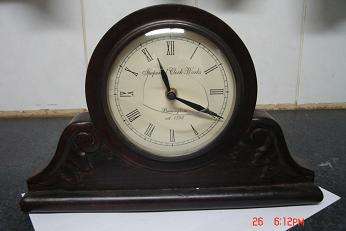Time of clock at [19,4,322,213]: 11:19
